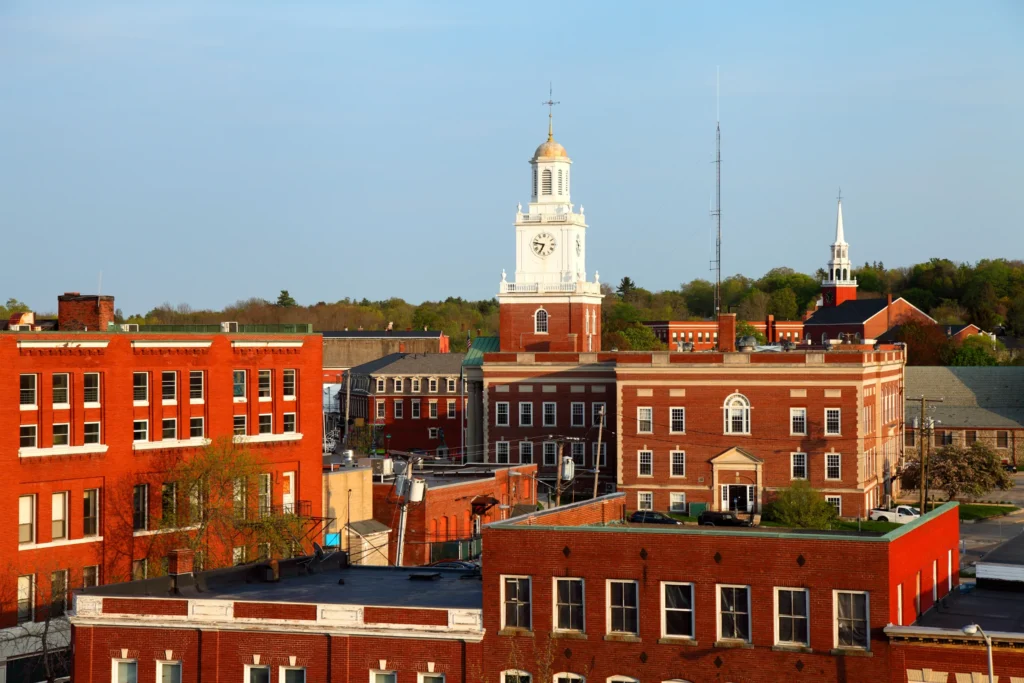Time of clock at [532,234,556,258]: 6:46
